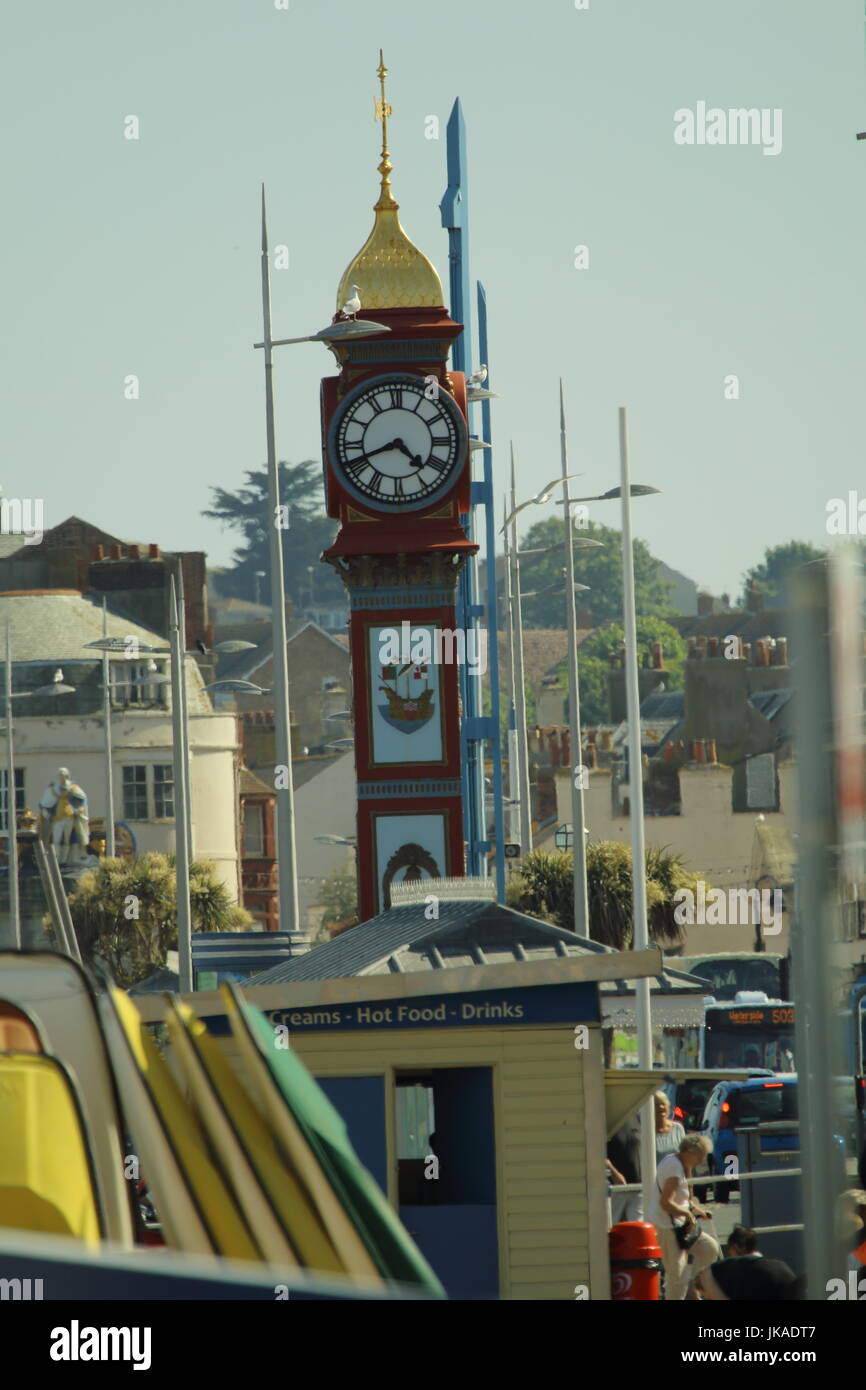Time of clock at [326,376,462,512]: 4:41
